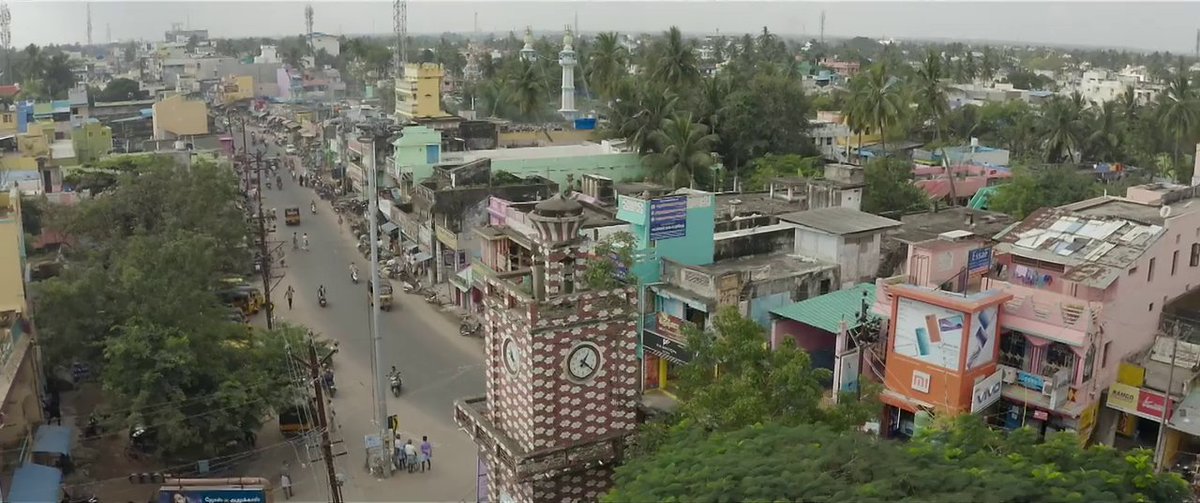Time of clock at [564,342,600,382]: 1:21
